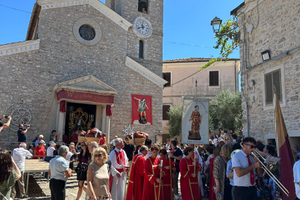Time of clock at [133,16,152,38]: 11:41
